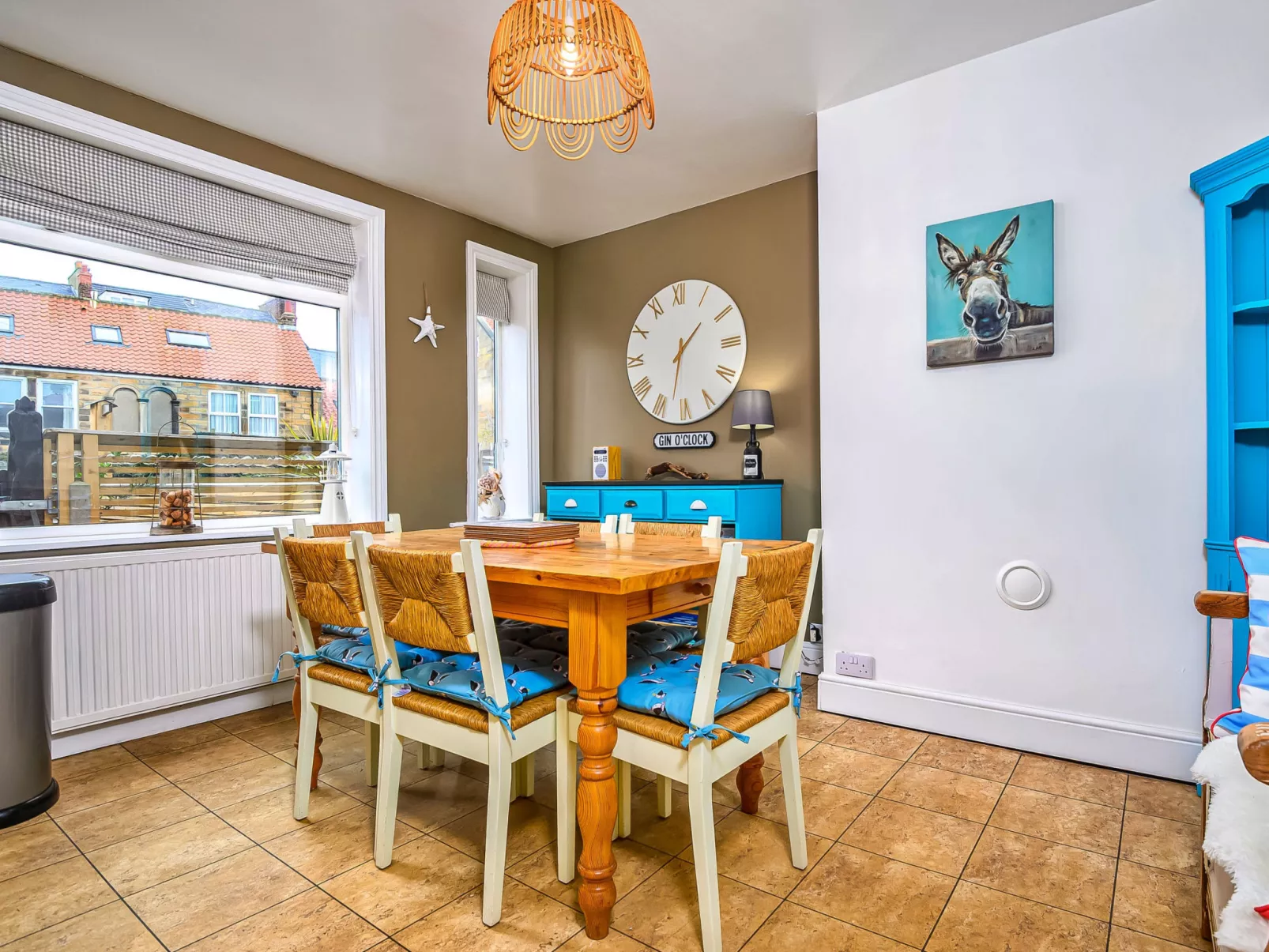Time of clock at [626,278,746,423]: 1:32
